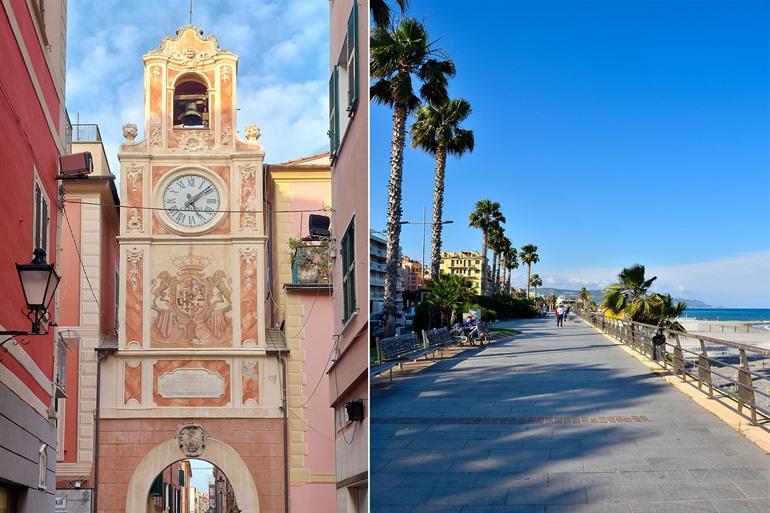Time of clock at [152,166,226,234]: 5:08
